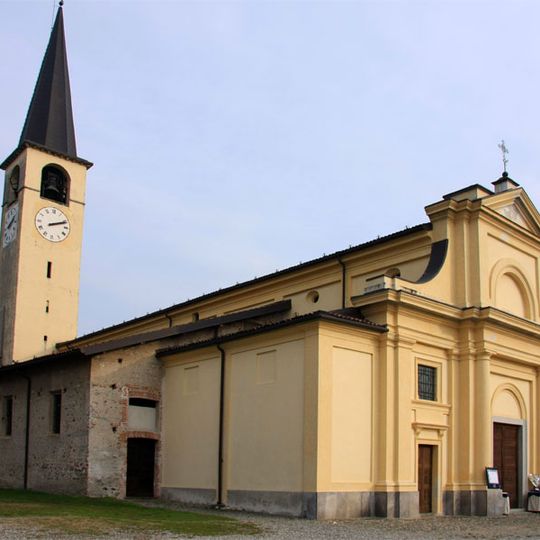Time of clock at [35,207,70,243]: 2:11
